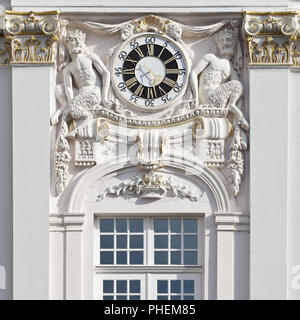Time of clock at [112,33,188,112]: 5:40
